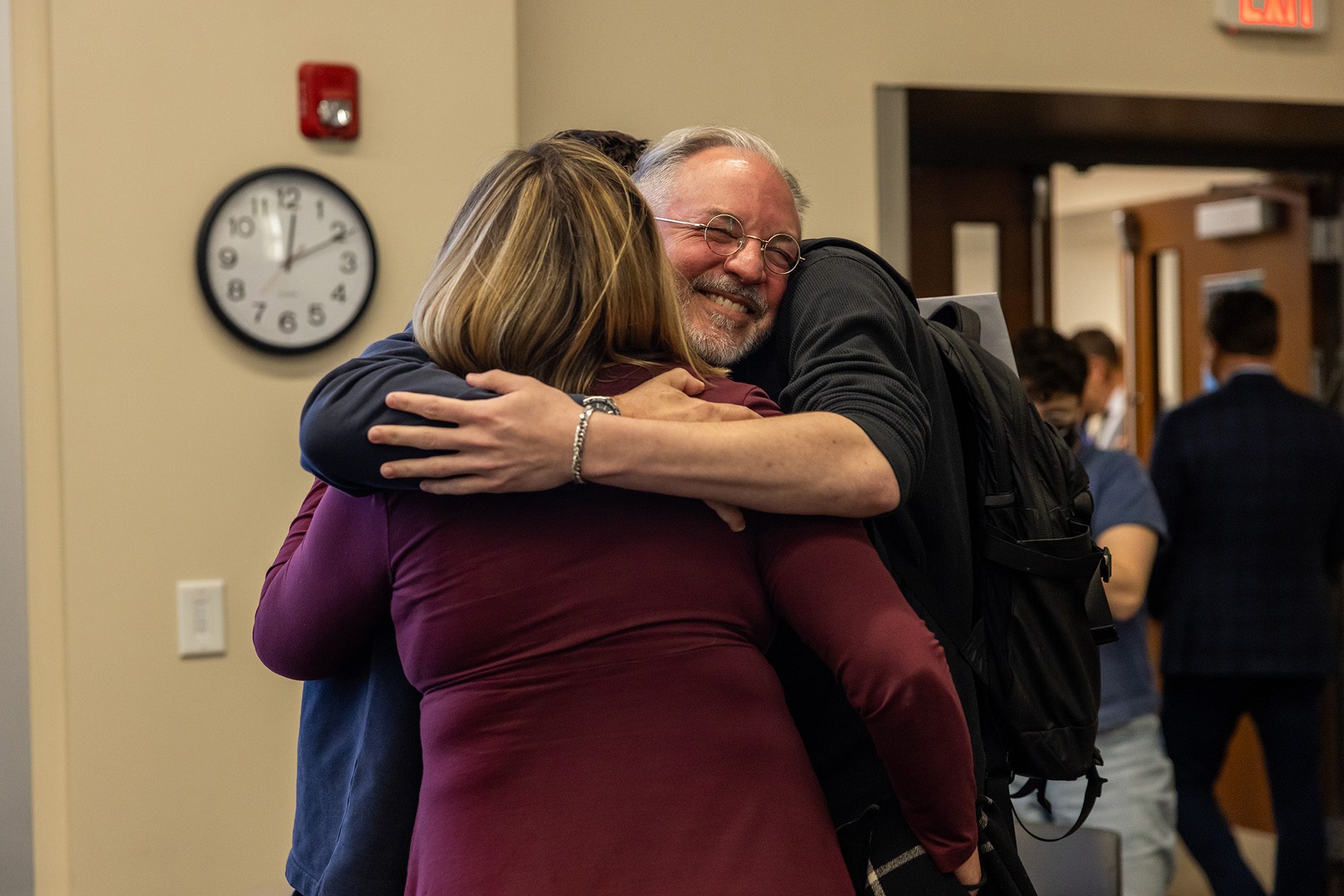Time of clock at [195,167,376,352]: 12:10
